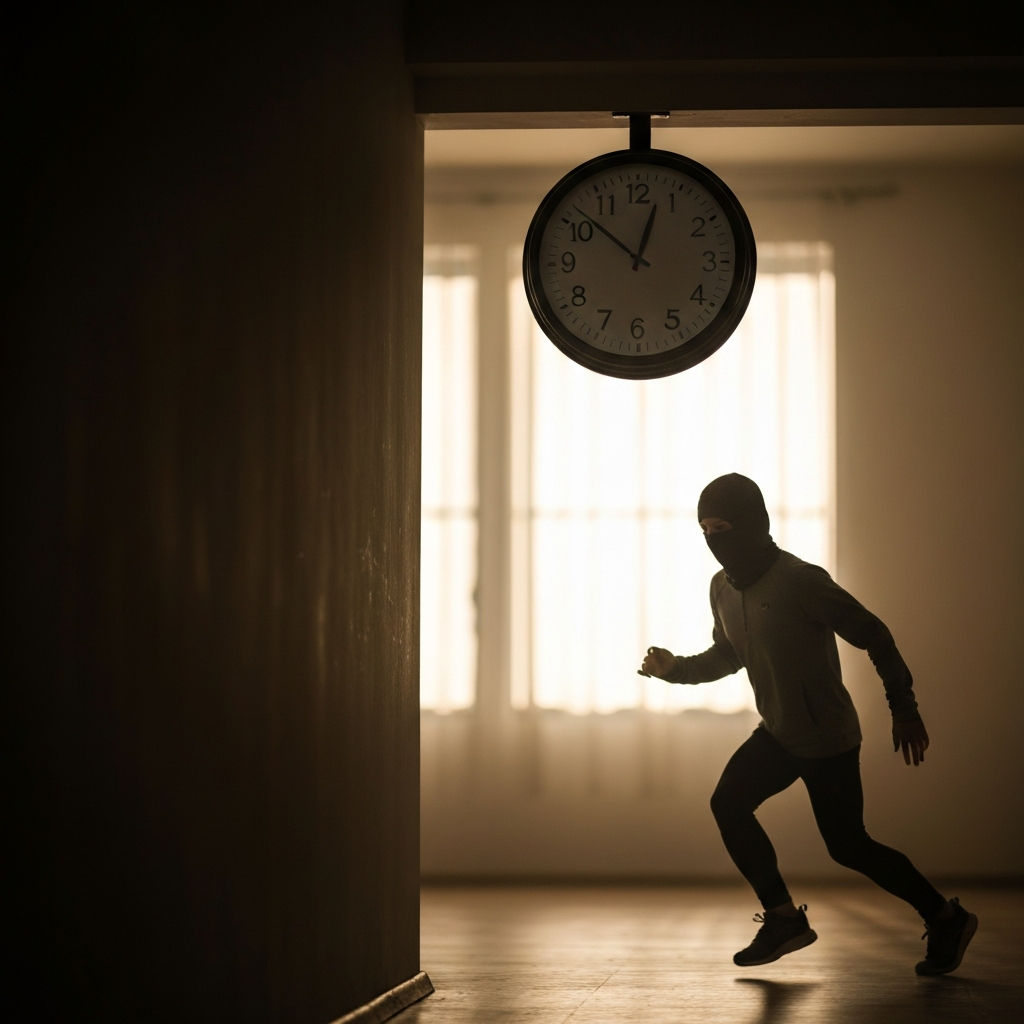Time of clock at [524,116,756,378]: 12:51
